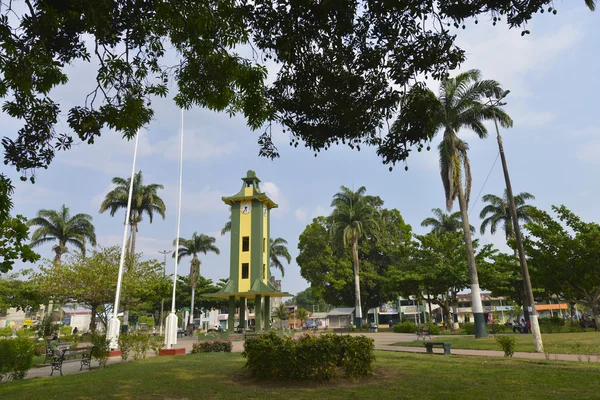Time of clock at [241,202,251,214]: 5:36
